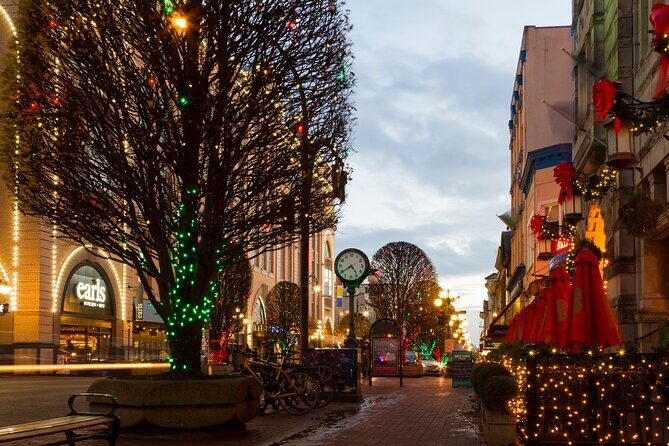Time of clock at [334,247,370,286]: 4:39
